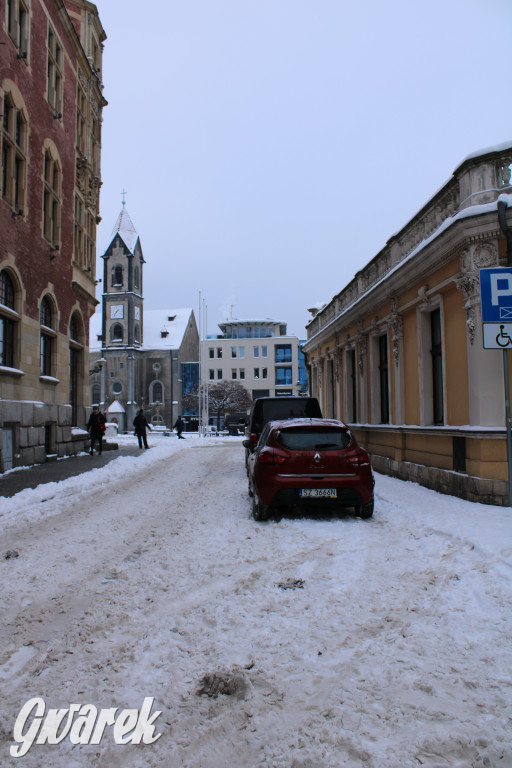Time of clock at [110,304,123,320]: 1:36
